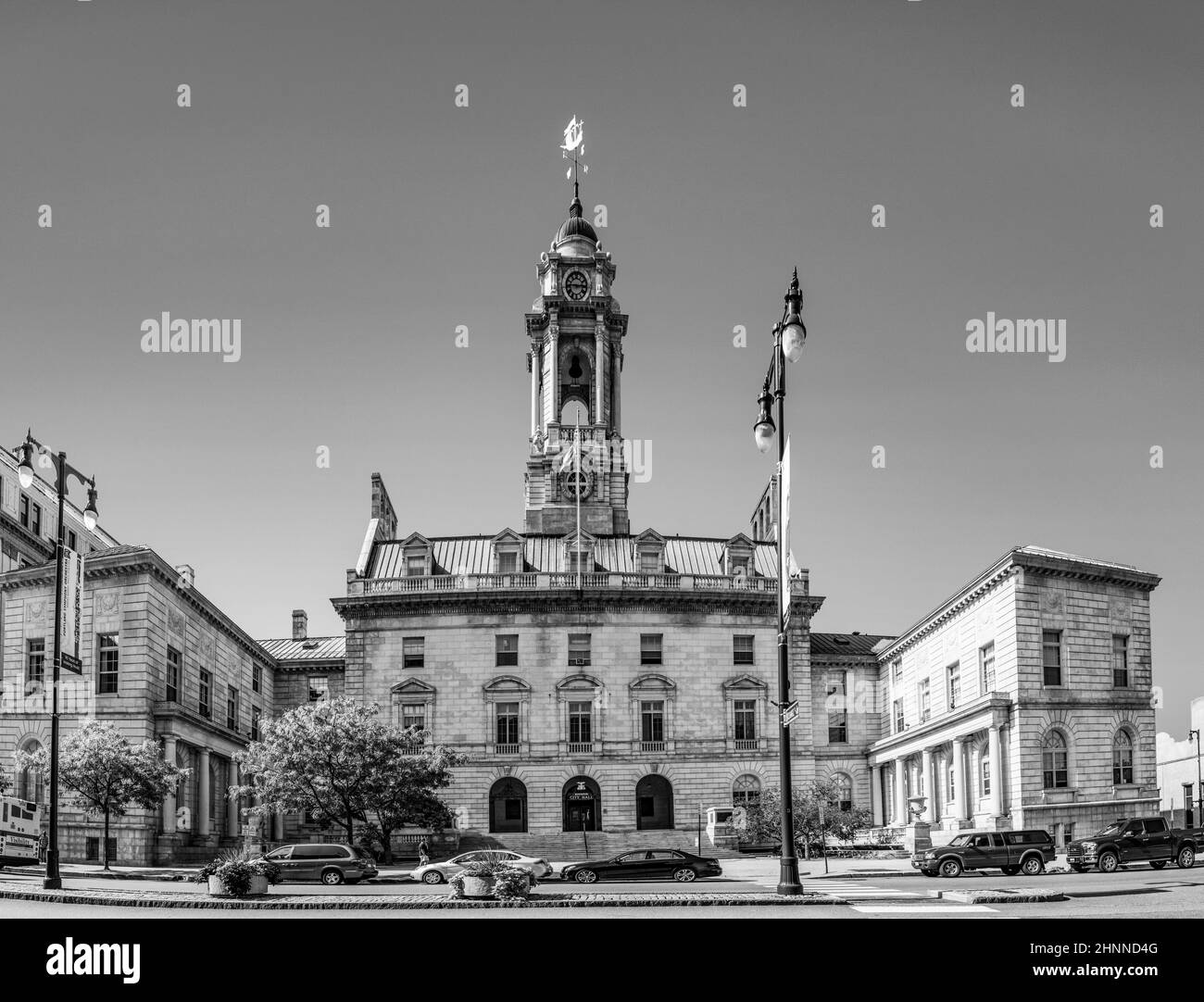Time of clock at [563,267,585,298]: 2:45
